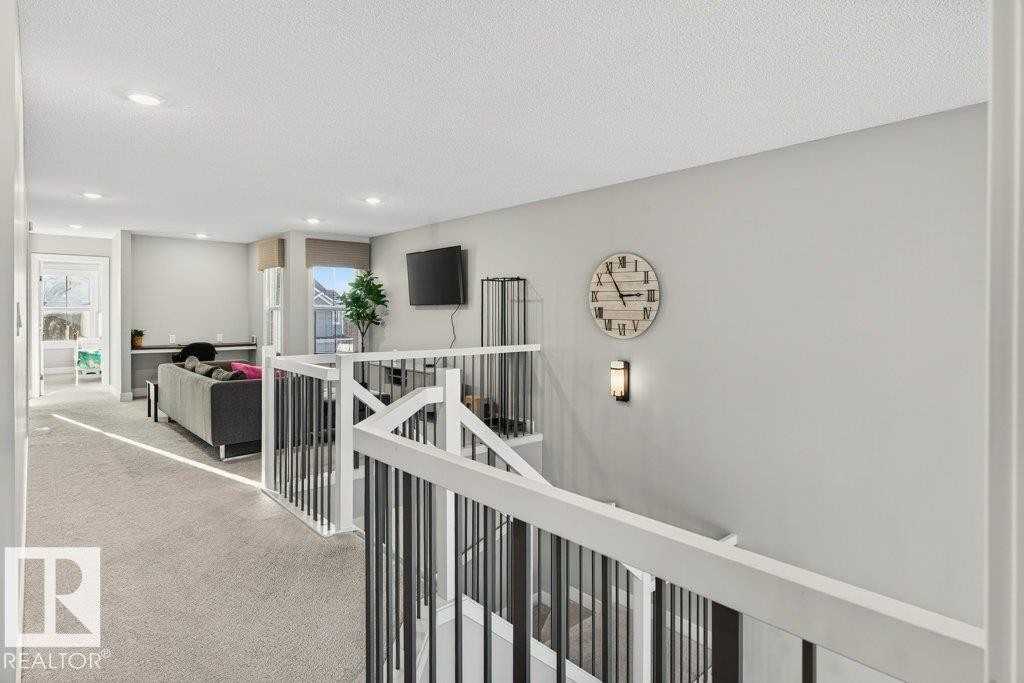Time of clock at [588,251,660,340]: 2:54
